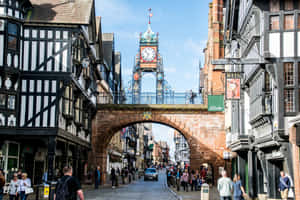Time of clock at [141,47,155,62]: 10:34
